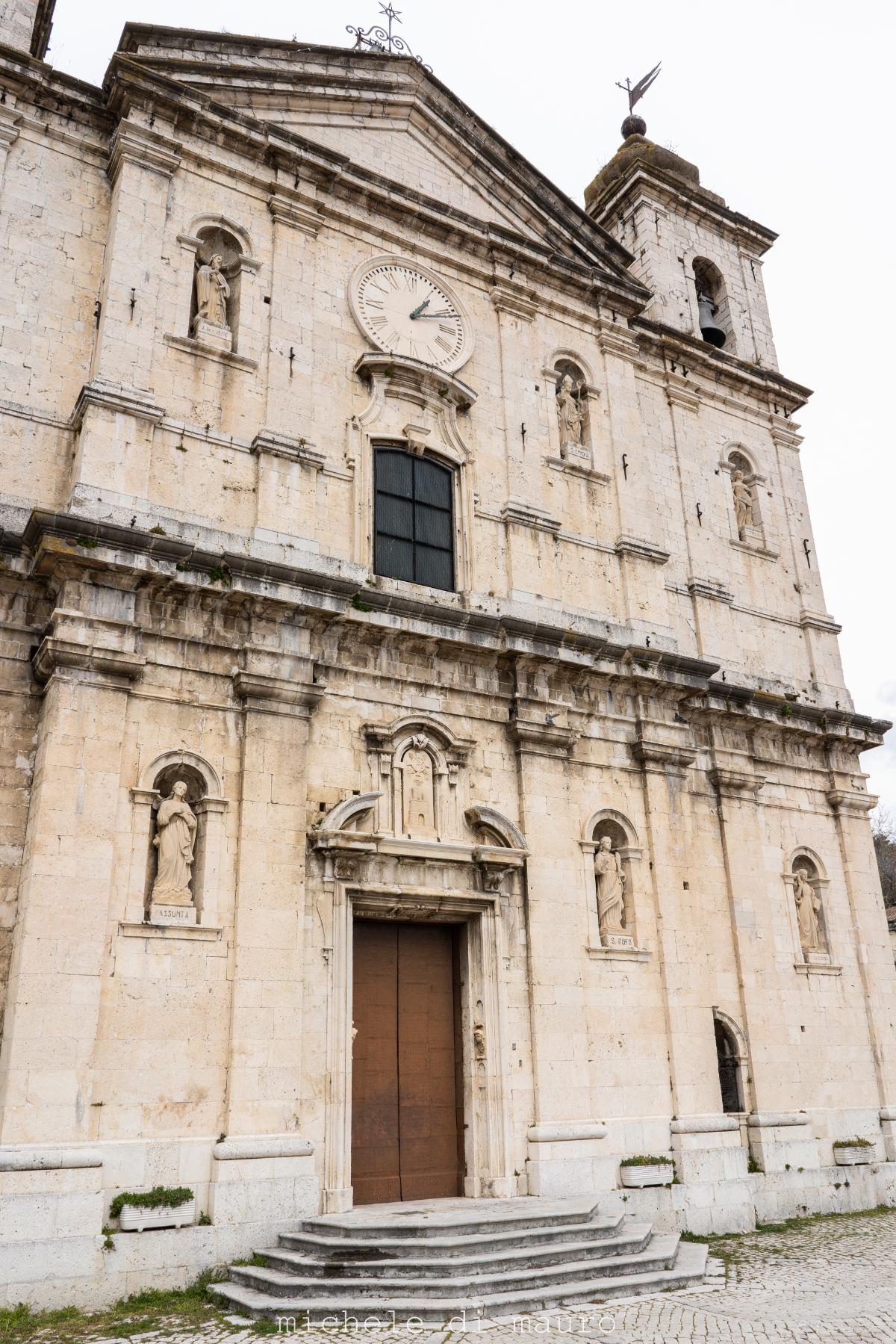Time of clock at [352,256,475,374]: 1:11
